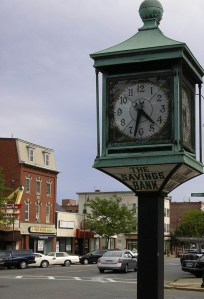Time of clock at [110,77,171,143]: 4:32
